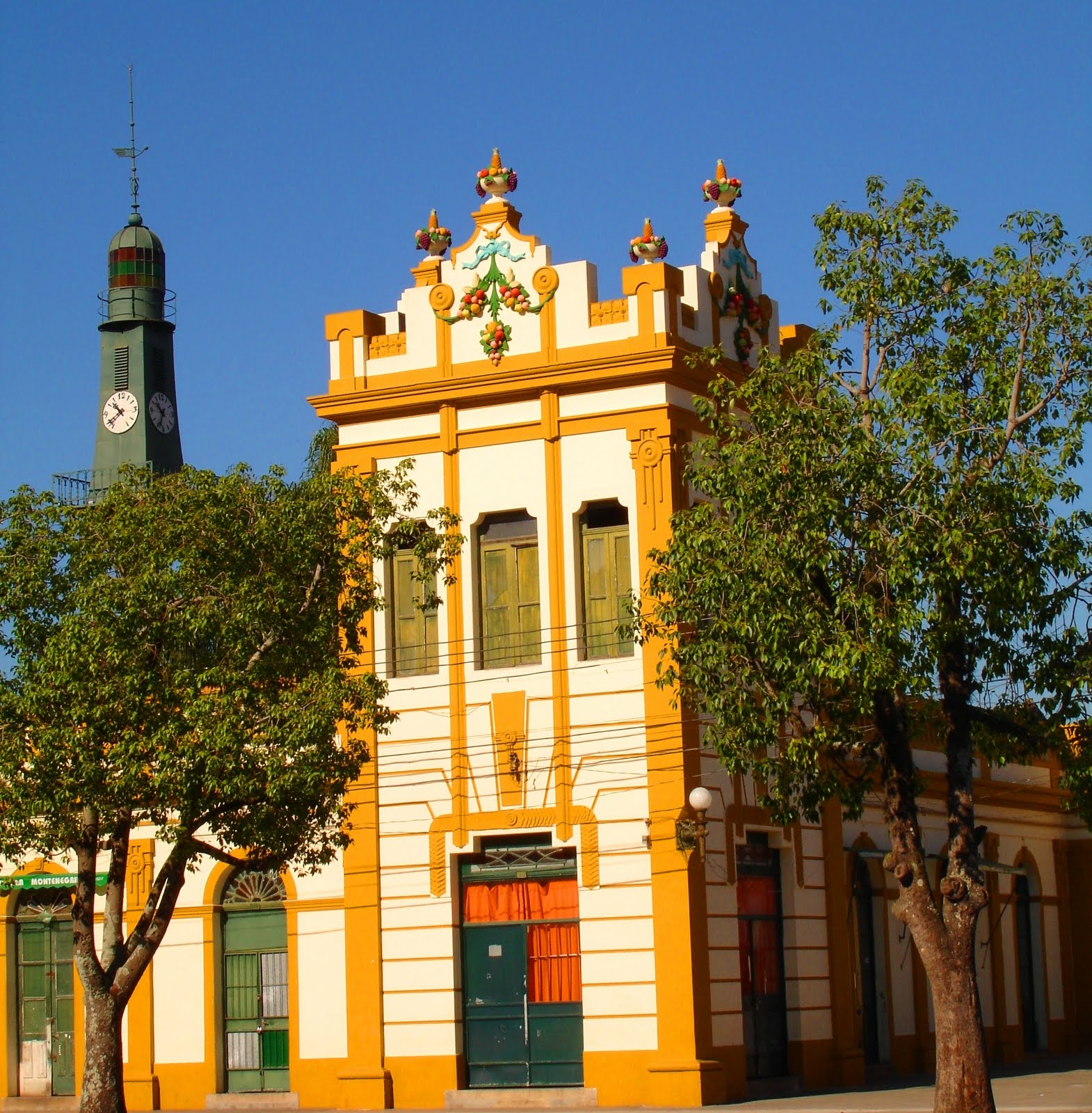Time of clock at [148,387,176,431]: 10:34
